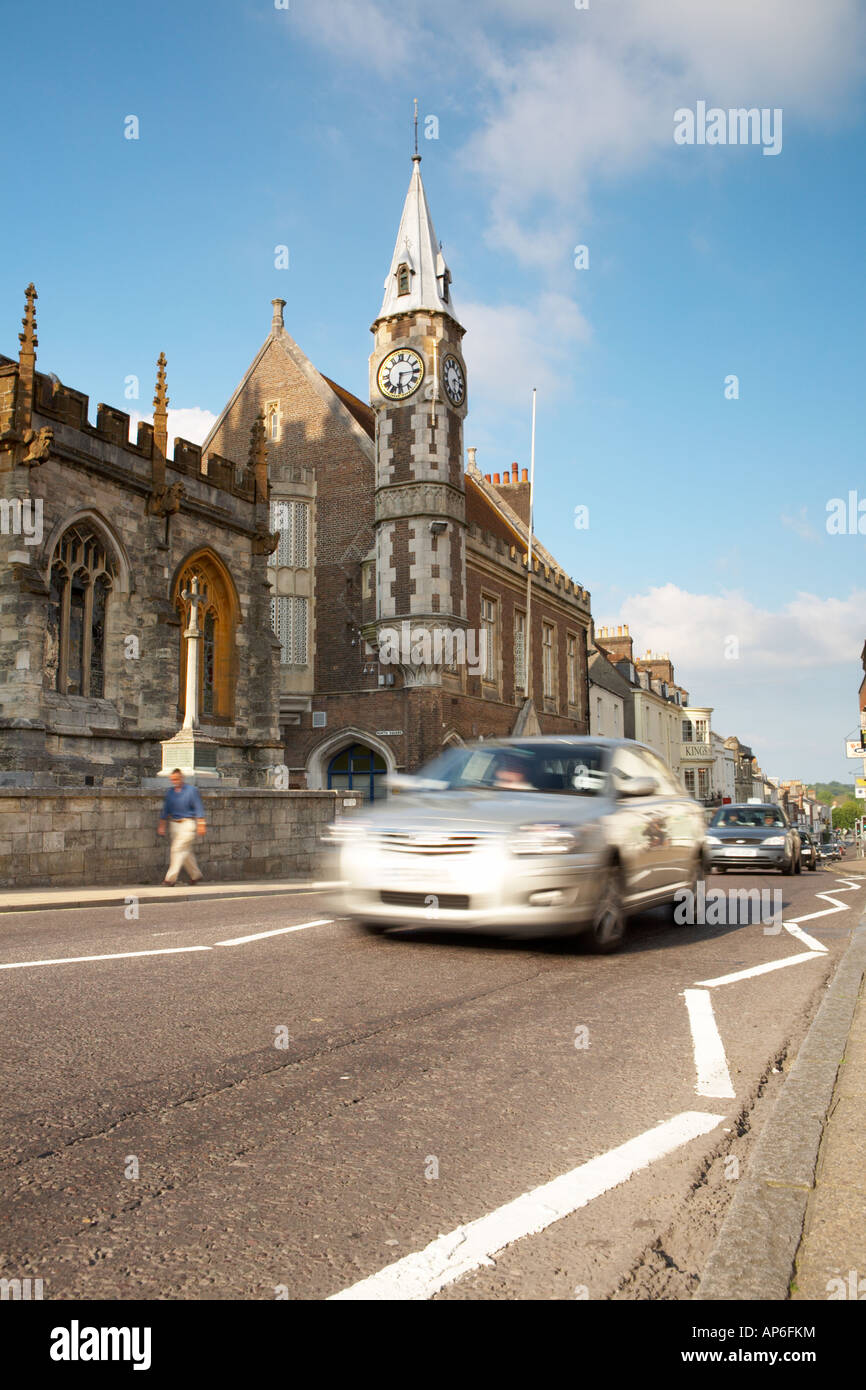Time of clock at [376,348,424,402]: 6:15
